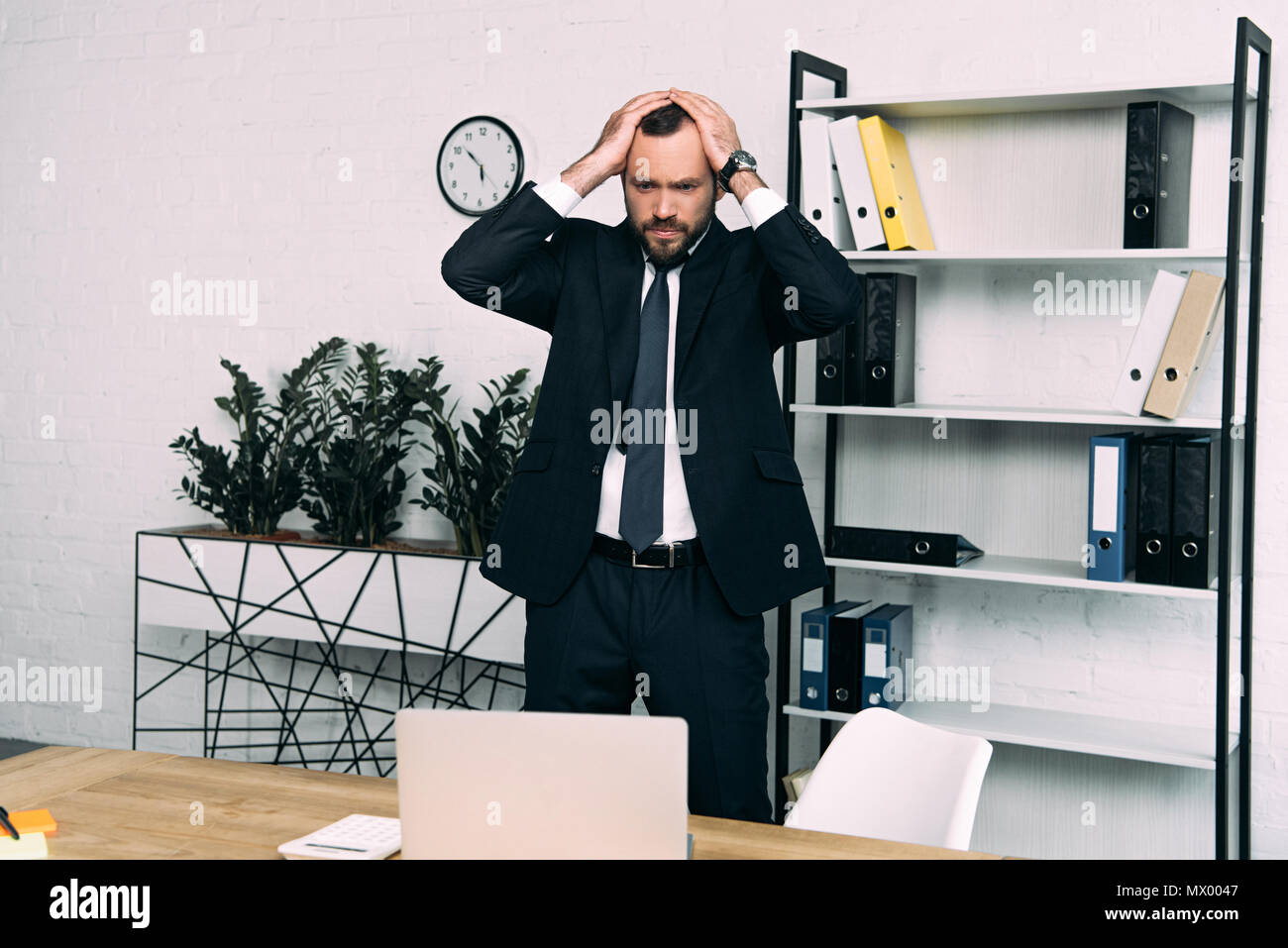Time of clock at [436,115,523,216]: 5:51
